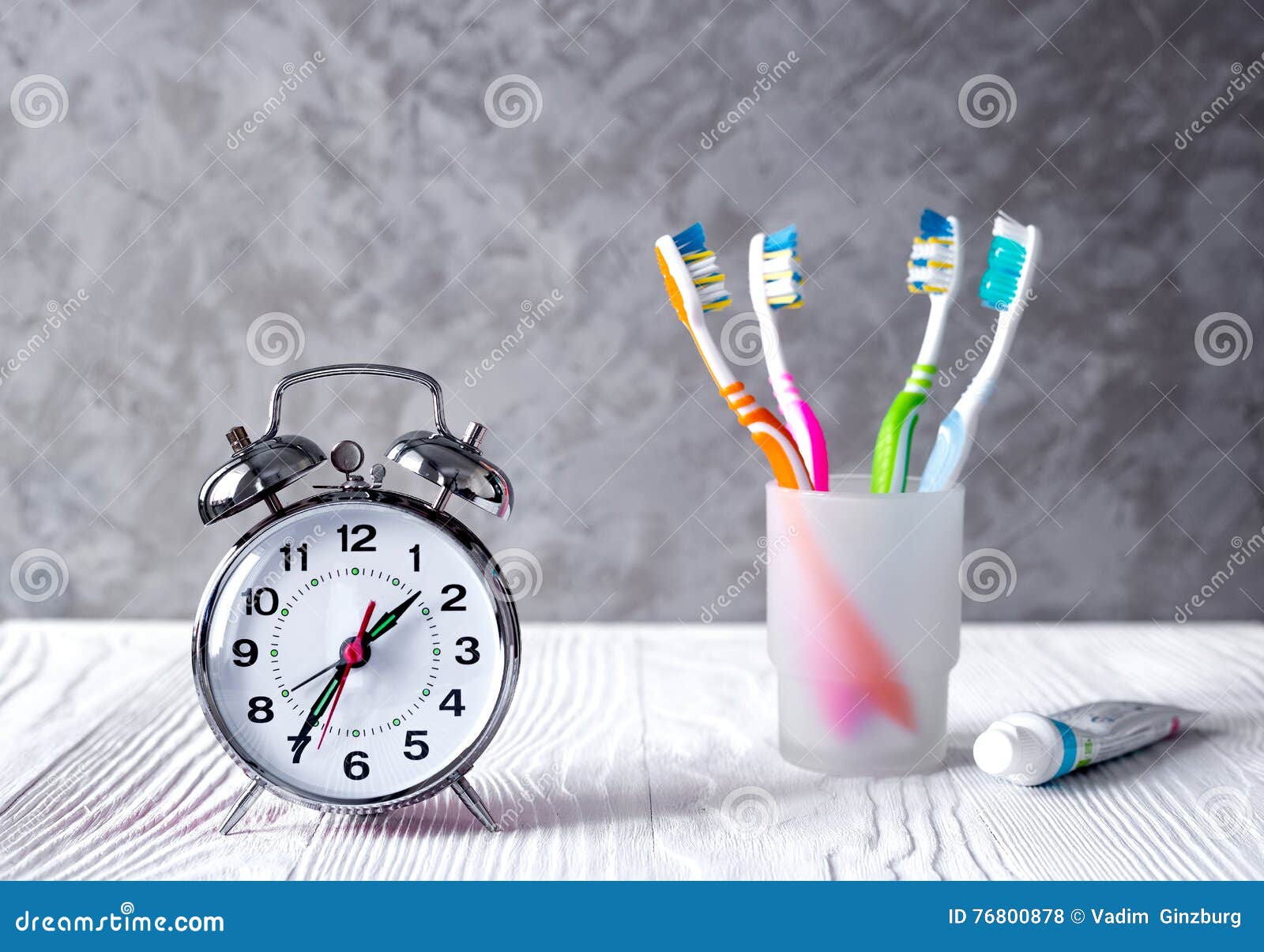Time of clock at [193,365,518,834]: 1:35
